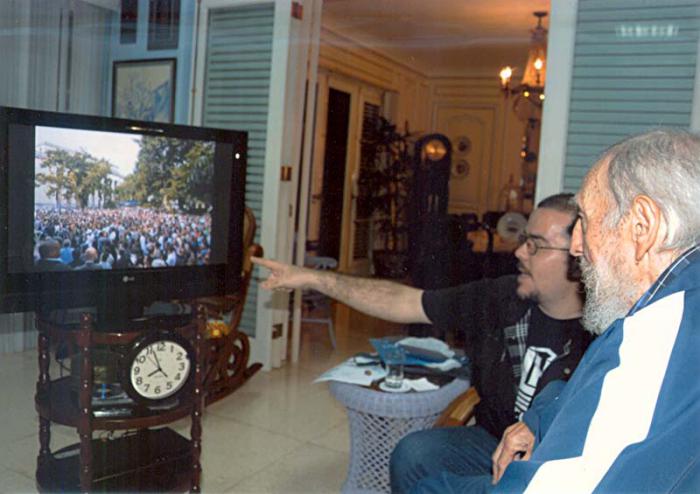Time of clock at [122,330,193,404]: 7:56
